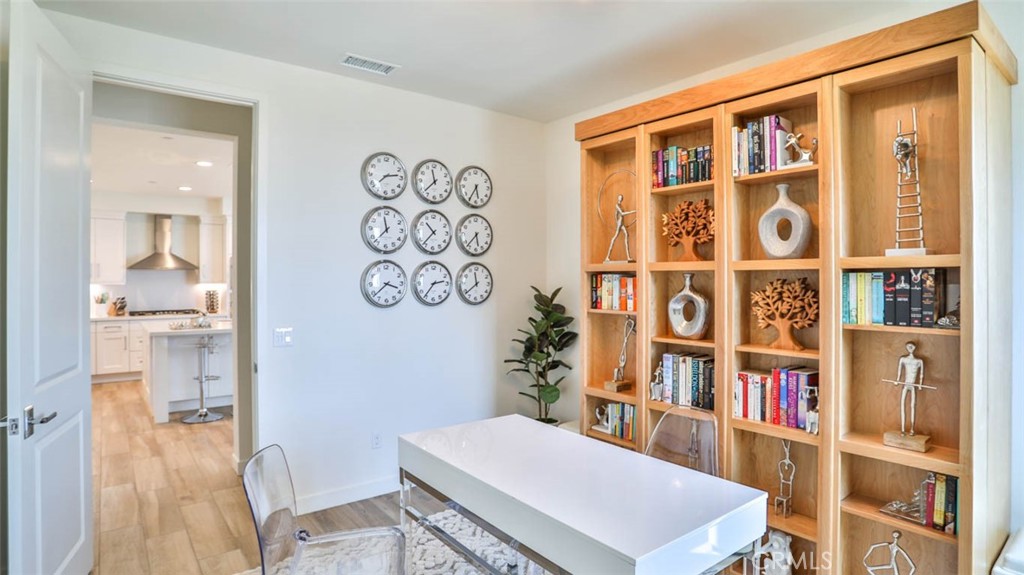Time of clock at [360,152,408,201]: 2:38
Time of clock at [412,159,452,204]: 11:37
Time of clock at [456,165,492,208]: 5:35
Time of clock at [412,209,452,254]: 10:36
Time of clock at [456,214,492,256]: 5:37
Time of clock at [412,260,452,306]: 2:36
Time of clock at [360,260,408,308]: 3:38
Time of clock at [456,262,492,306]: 11:38
